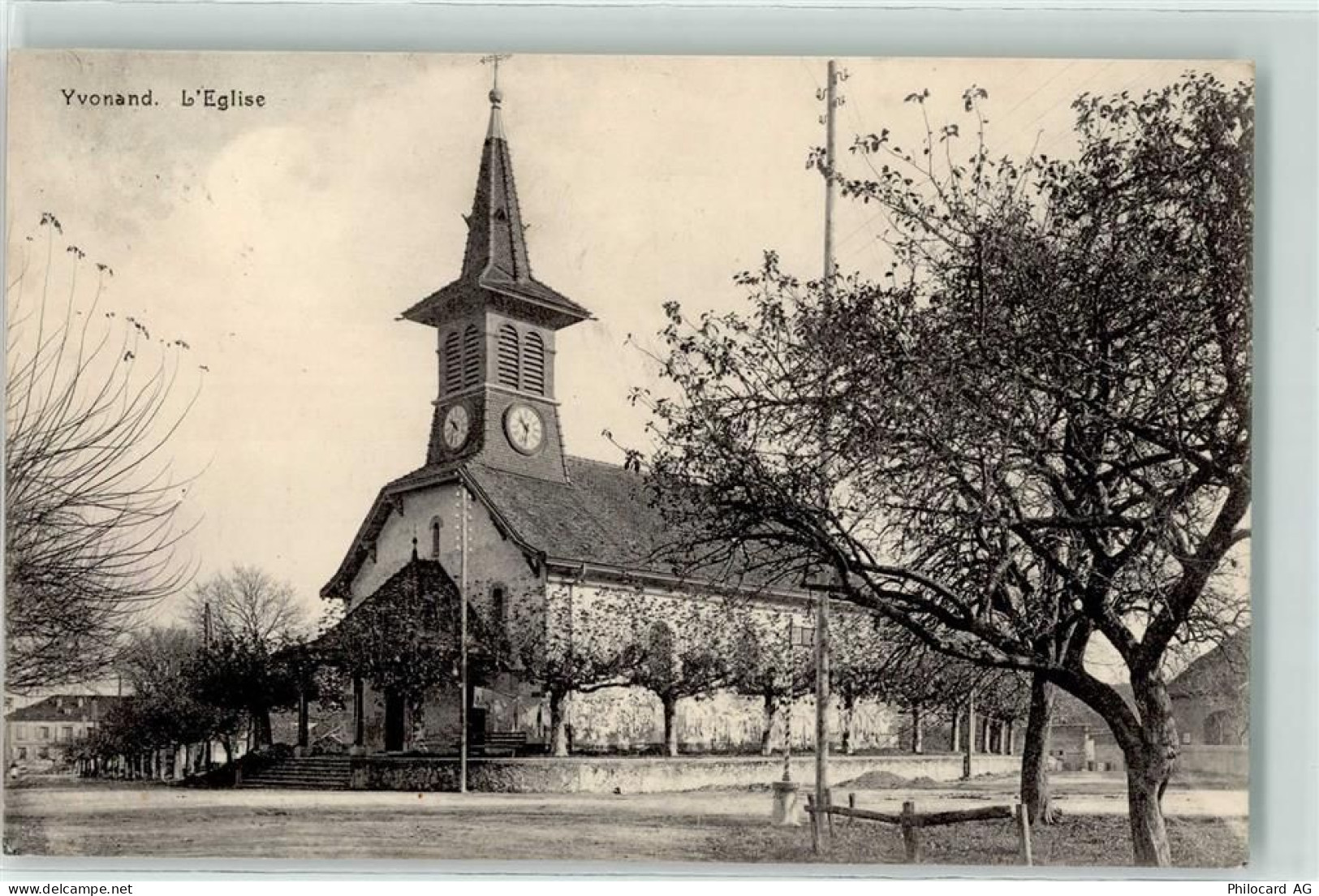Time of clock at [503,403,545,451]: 10:32
